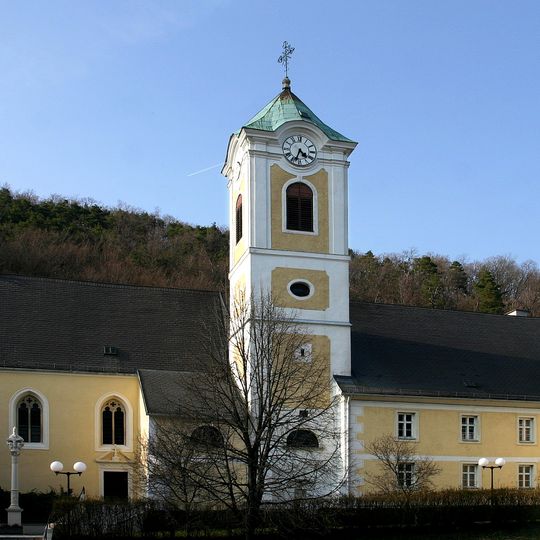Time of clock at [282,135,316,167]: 4:33
